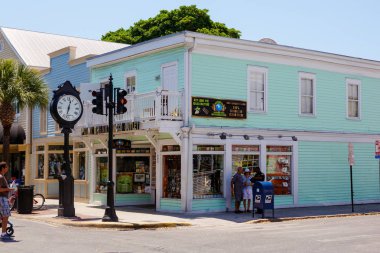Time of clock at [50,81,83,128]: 12:32
